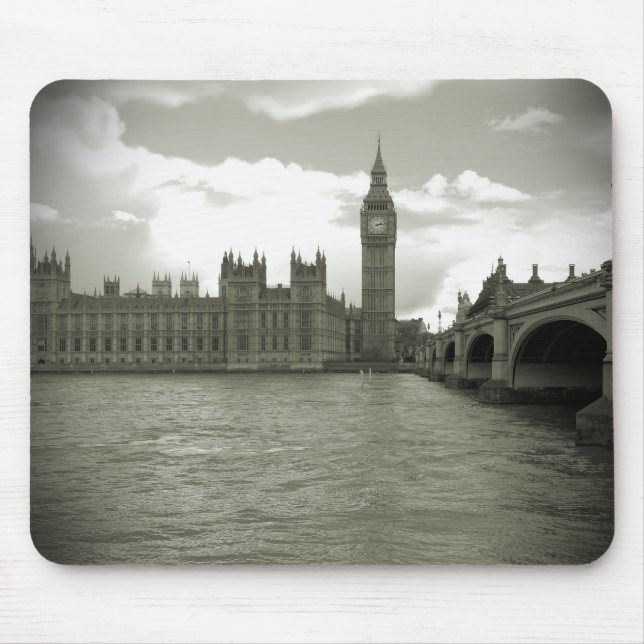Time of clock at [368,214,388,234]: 2:13
